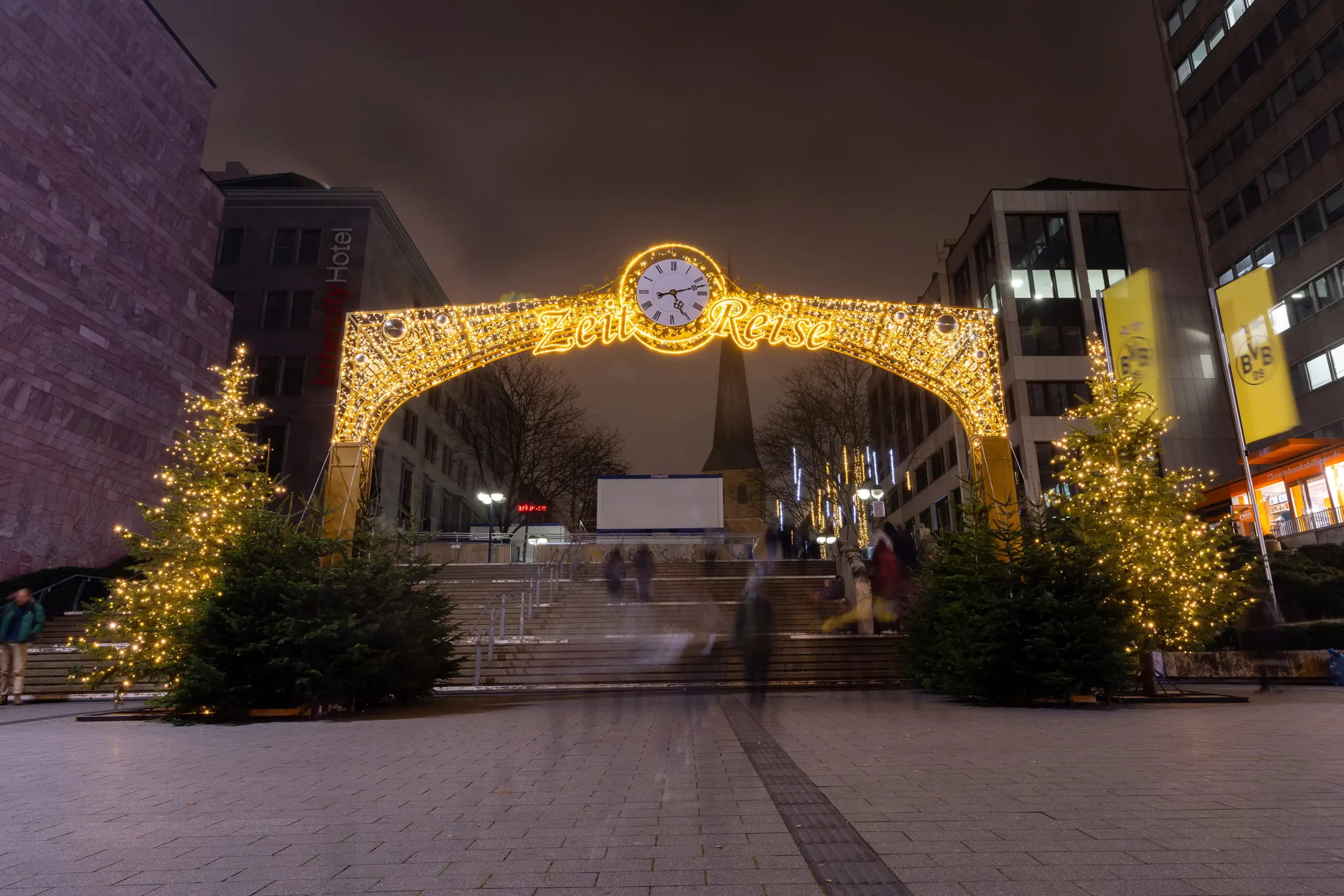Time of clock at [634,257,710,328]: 5:12
